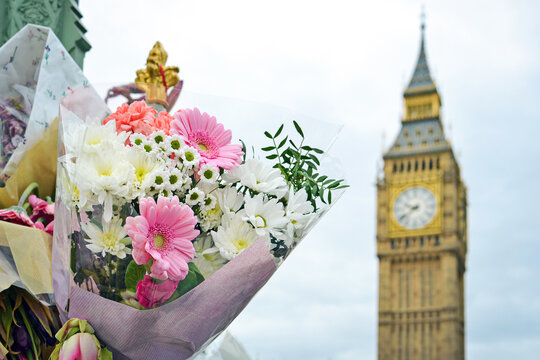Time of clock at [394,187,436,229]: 9:38
